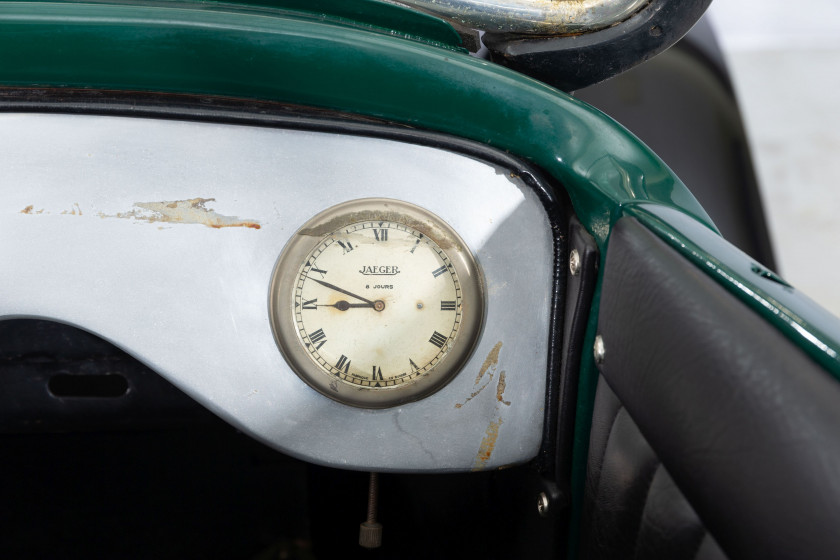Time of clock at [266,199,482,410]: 8:48
